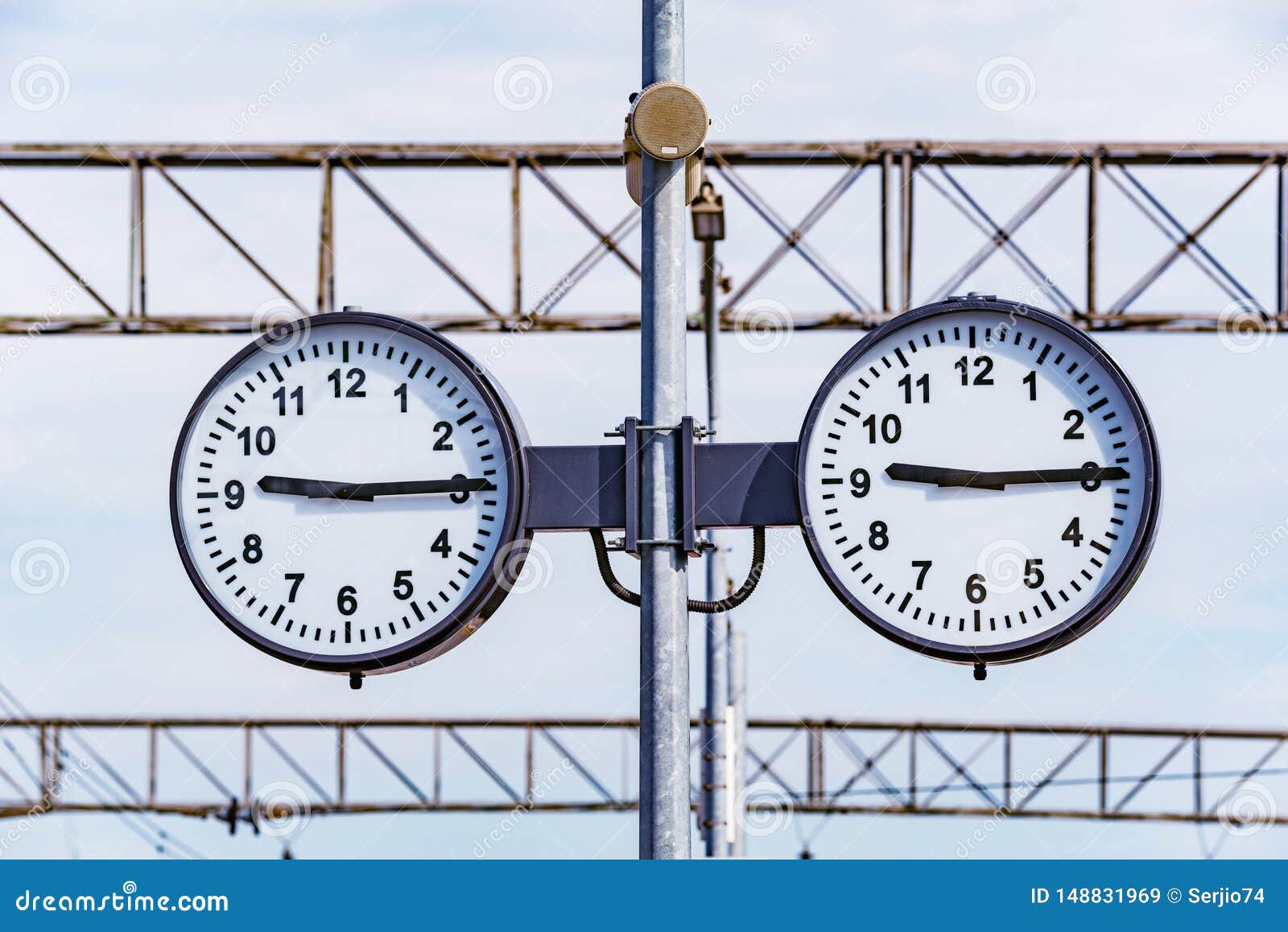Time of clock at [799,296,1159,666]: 9:14
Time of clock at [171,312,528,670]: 9:14
